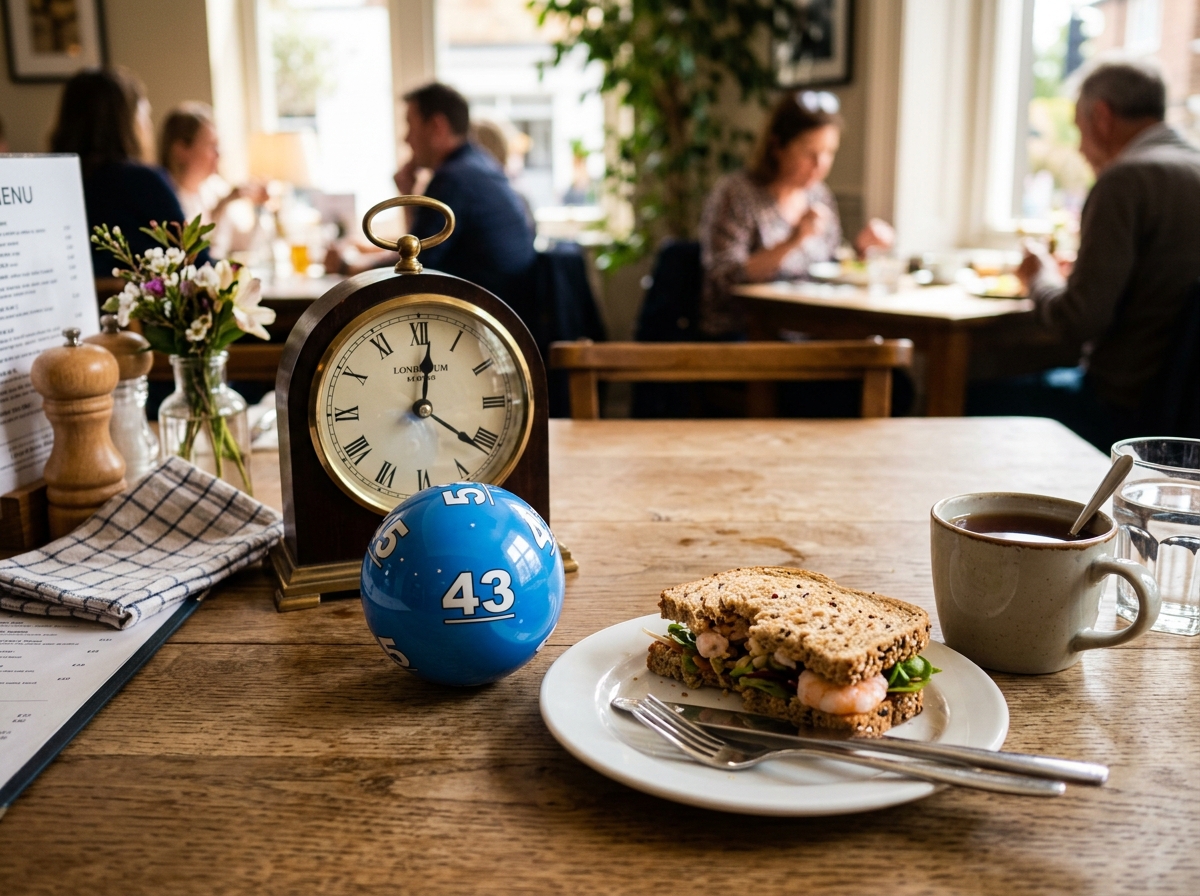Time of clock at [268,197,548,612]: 12:20
